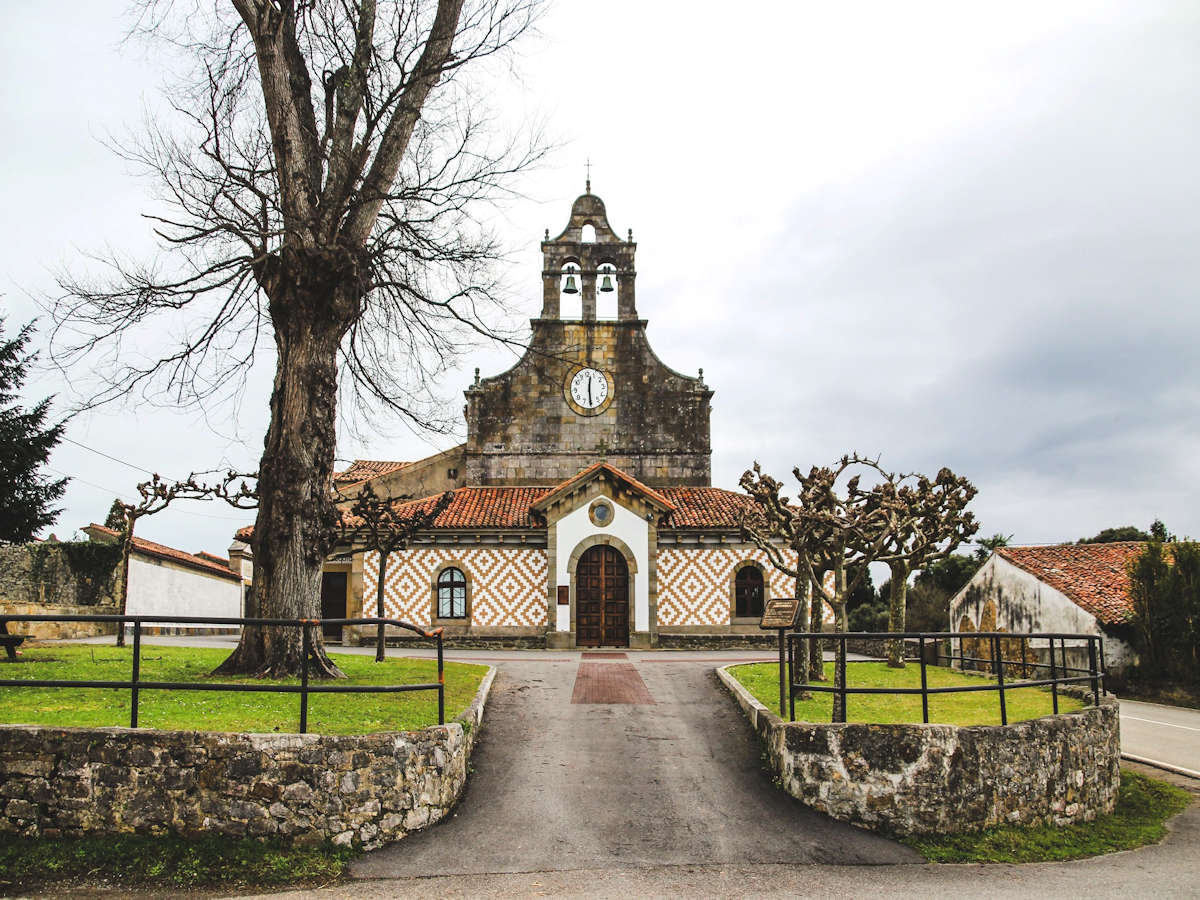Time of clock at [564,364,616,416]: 12:30
